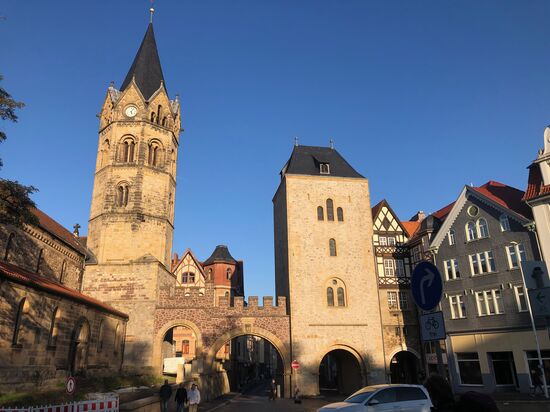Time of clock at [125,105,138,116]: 5:06
